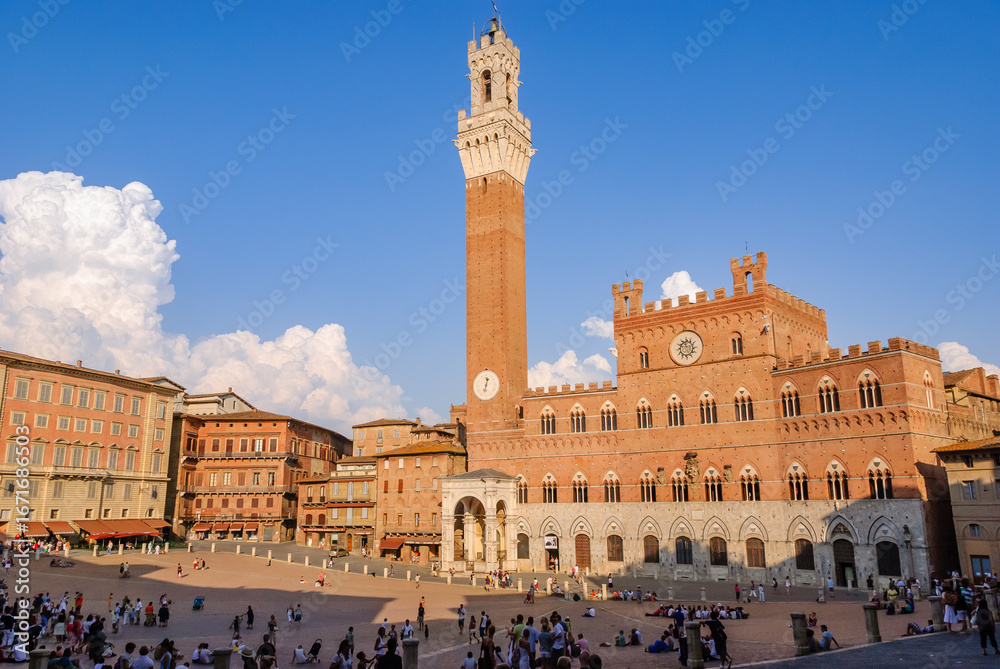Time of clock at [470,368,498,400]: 12:32
